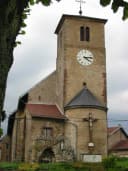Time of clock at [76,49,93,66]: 4:13
